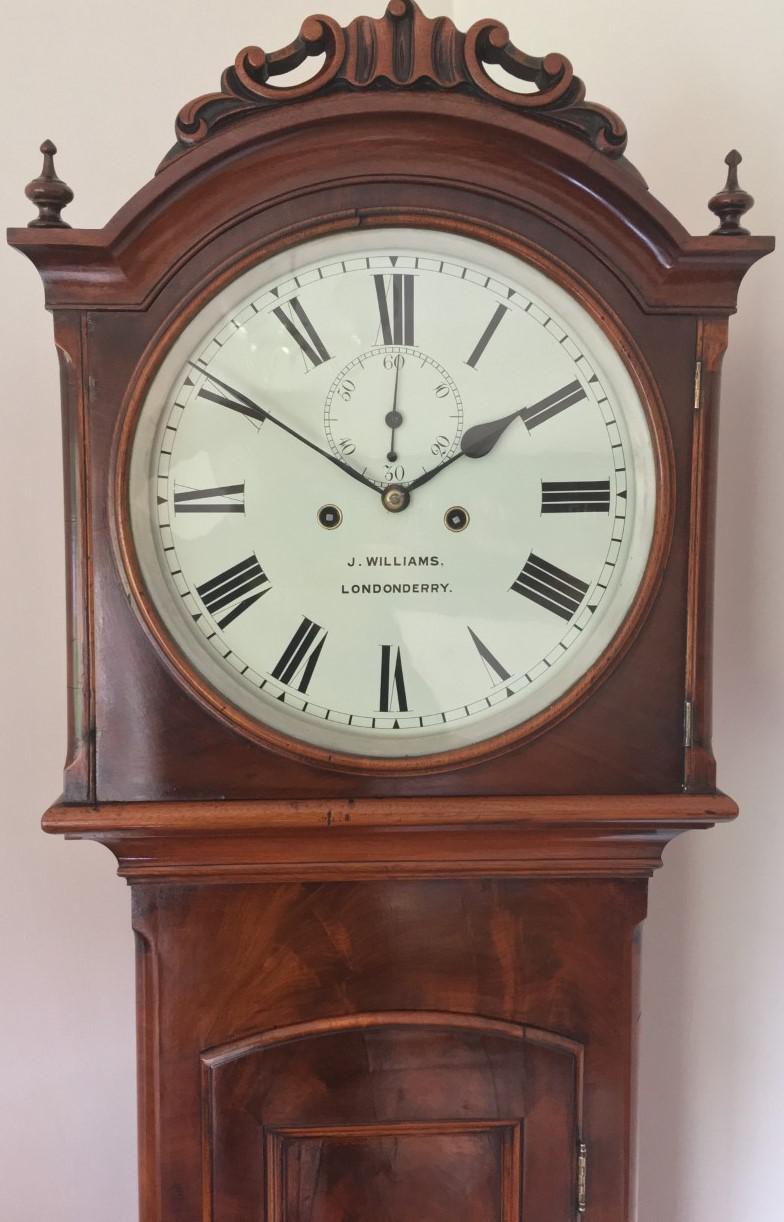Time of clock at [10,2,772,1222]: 1:50
